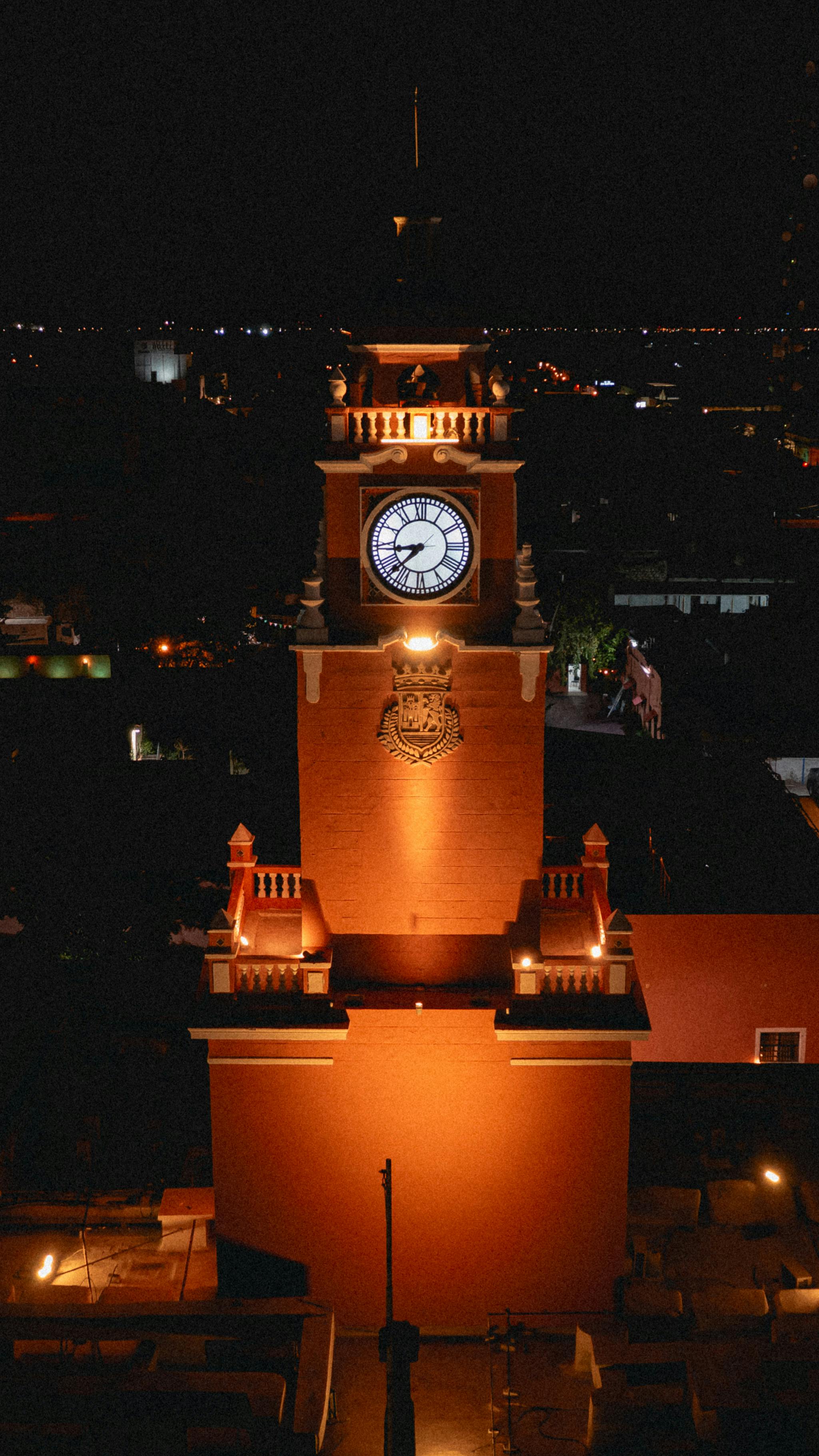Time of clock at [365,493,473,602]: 8:37
